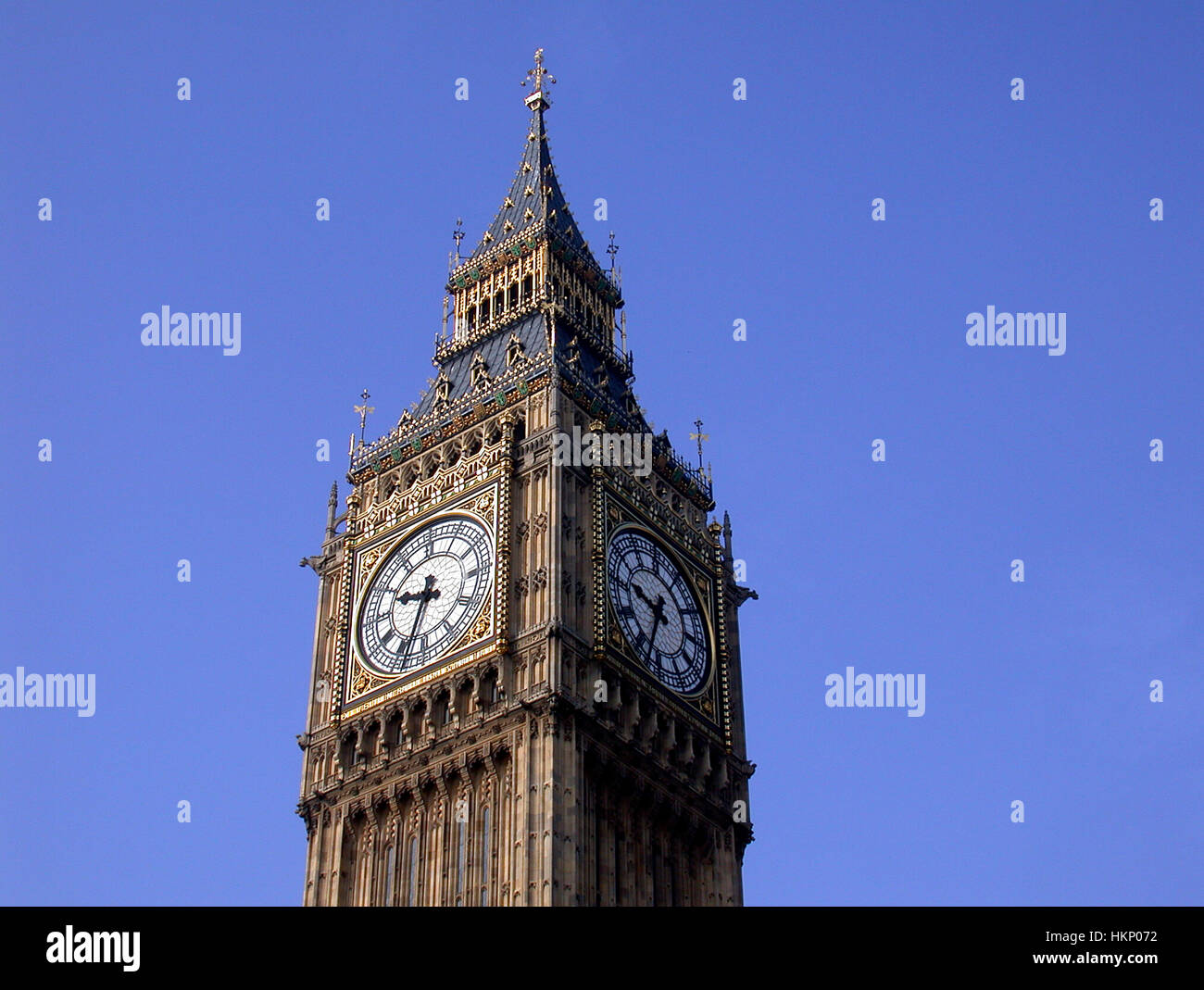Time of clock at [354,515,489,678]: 9:33
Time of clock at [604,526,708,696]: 9:34
